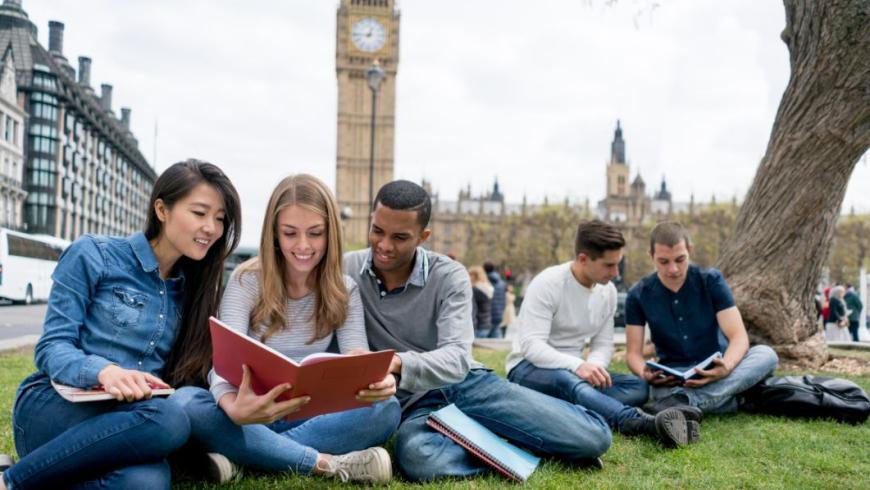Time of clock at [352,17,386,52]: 12:44
